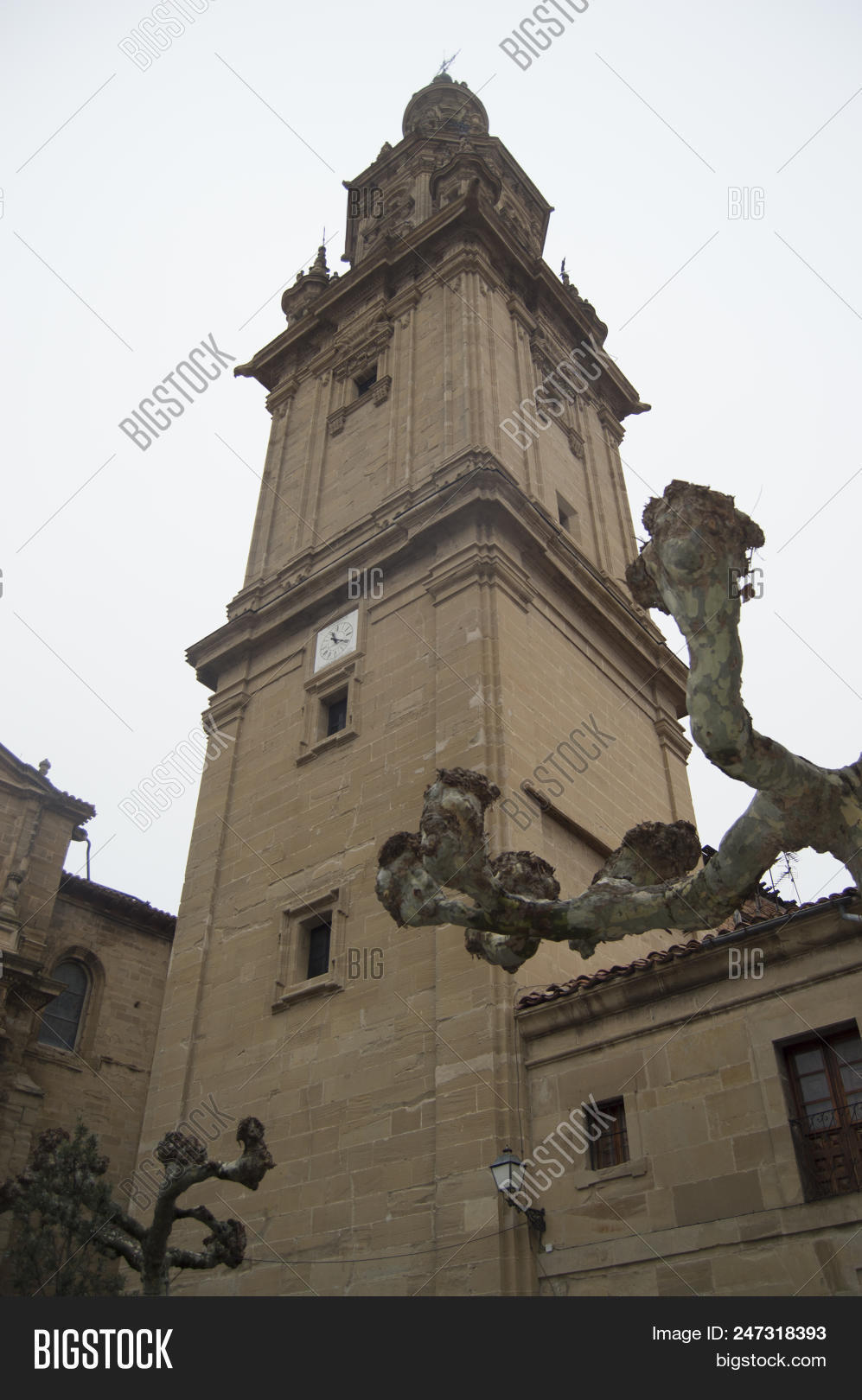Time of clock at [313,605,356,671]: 11:20
